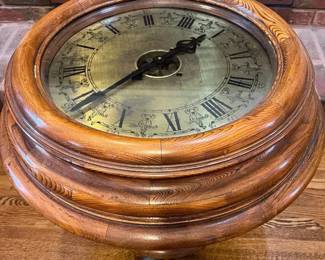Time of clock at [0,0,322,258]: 1:38
